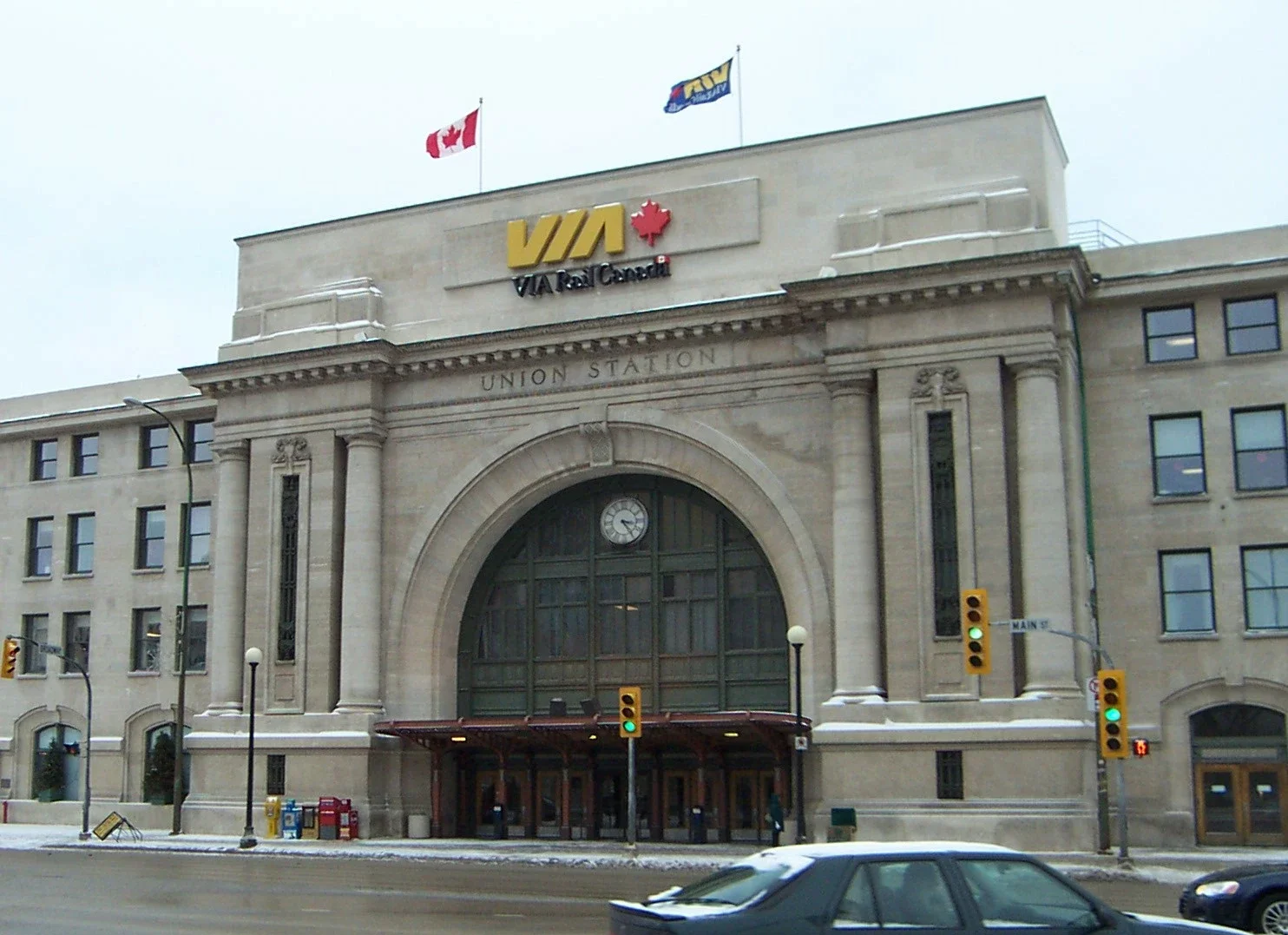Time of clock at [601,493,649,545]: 3:24
